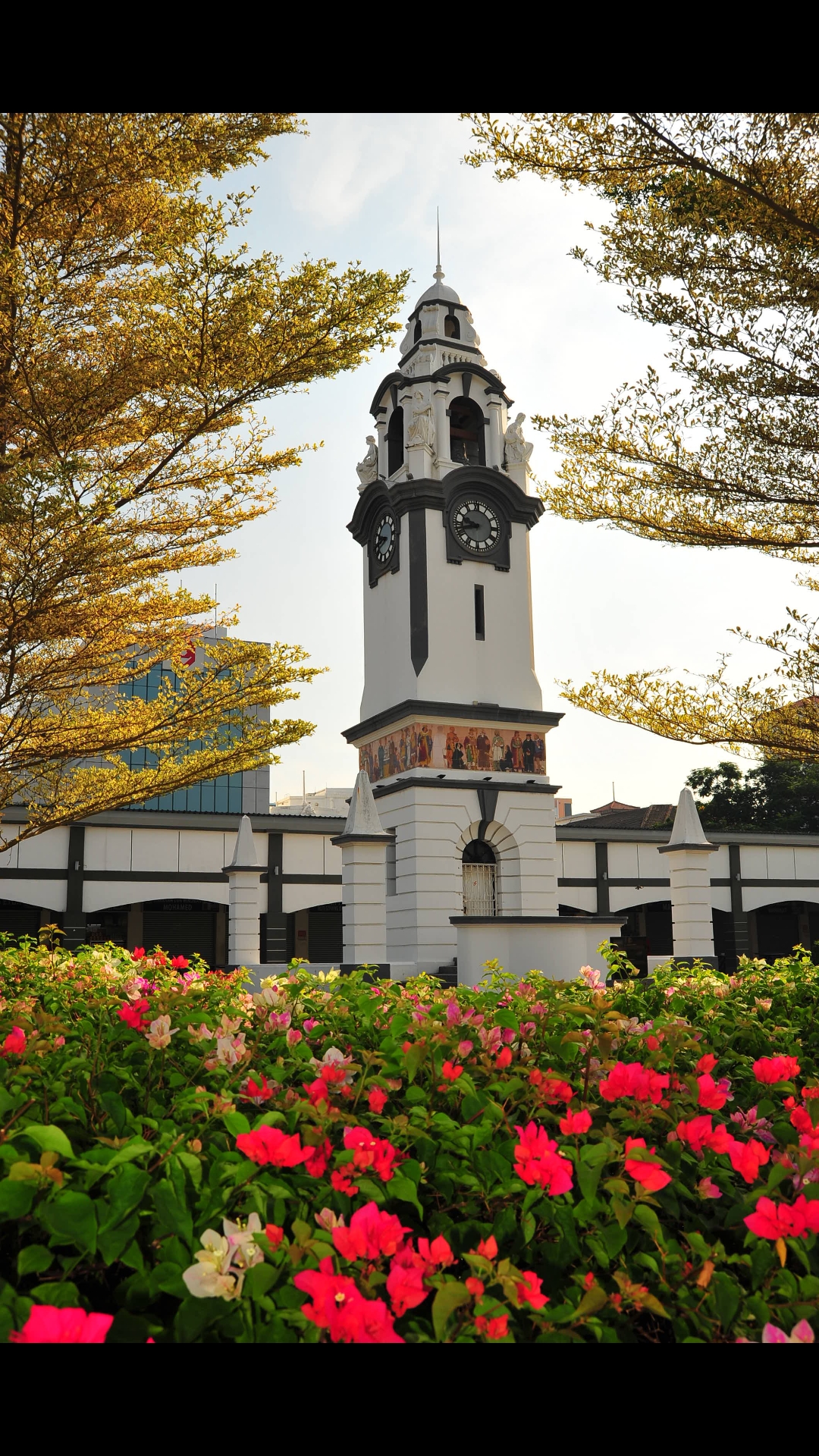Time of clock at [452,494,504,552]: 9:42
